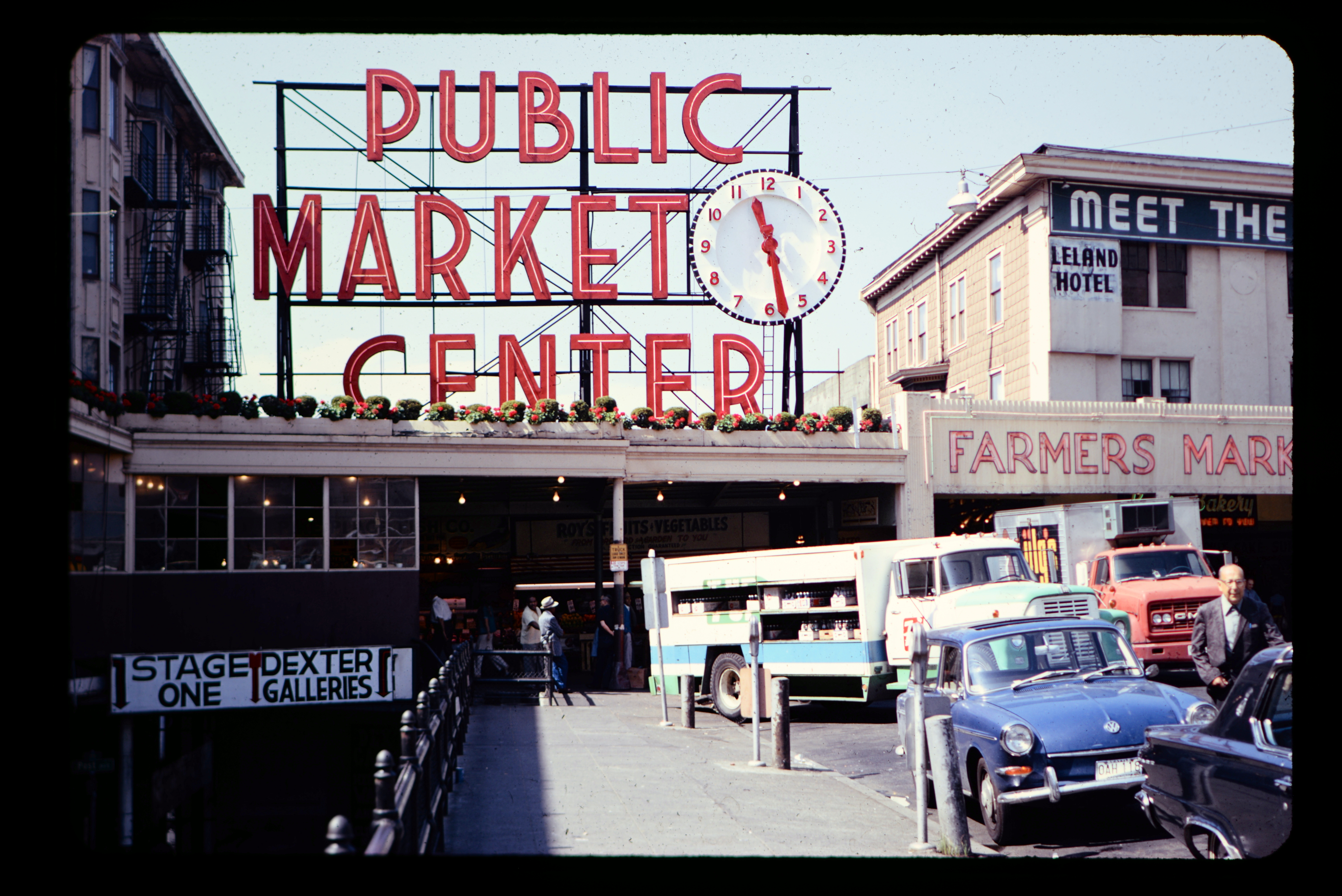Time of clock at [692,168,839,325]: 11:28
